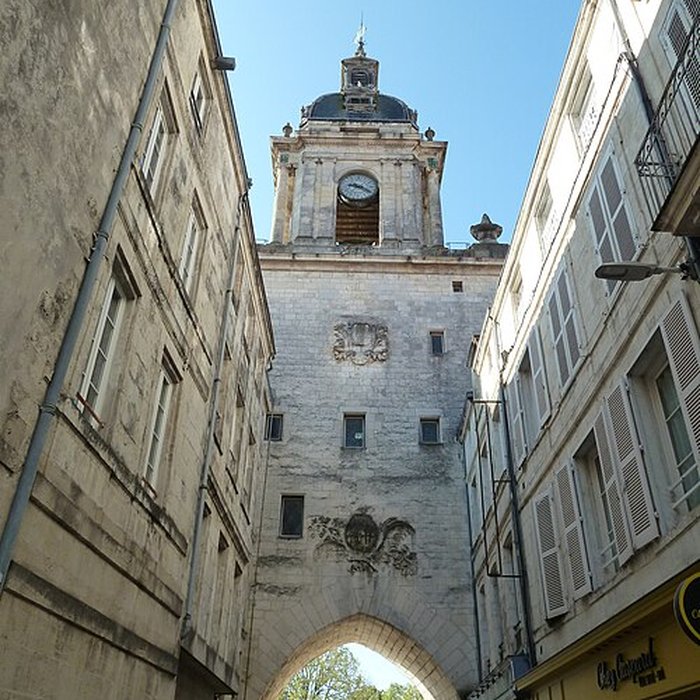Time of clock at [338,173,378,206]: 9:20
